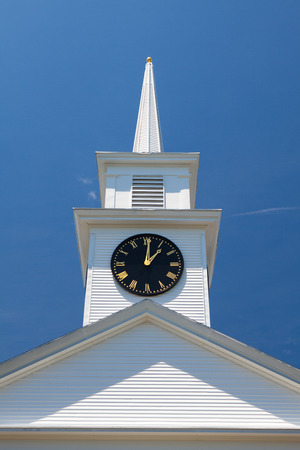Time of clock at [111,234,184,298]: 1:00
